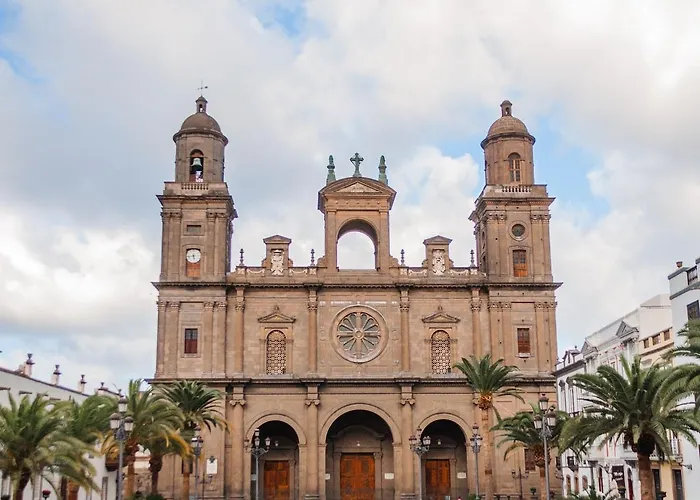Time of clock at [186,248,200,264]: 5:43
